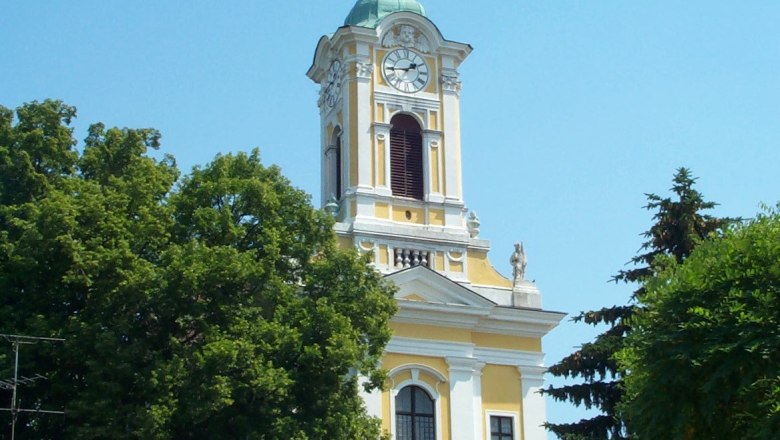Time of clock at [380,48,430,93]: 1:44
